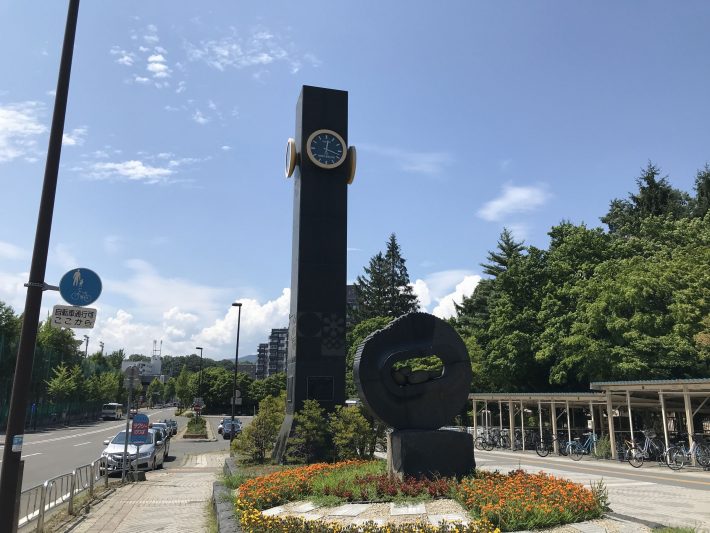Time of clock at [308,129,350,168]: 12:18
